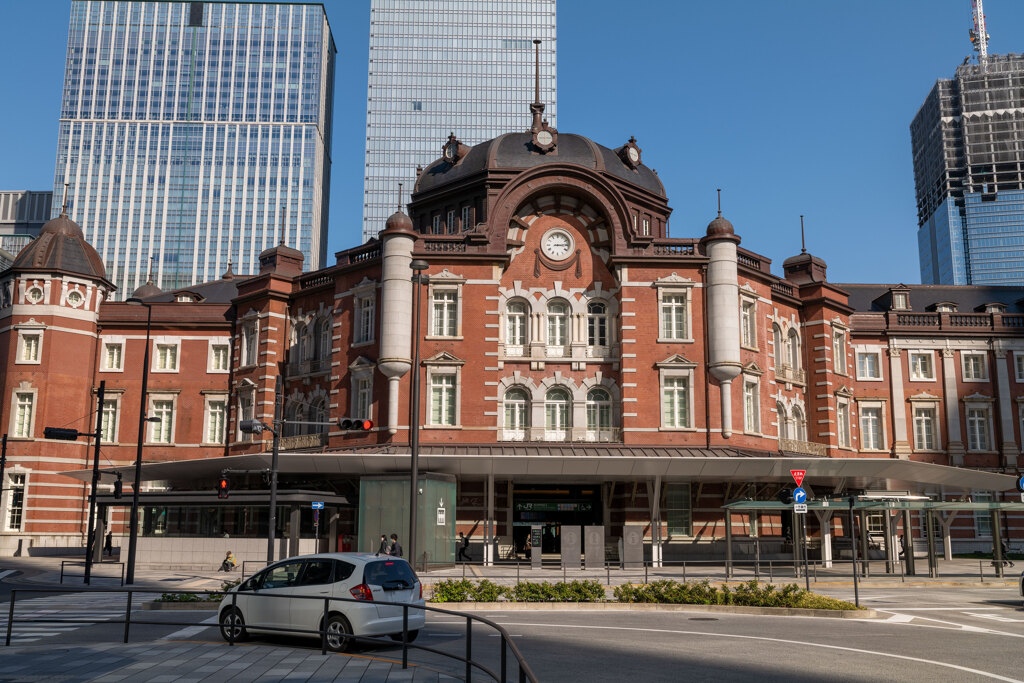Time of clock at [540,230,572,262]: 3:13
